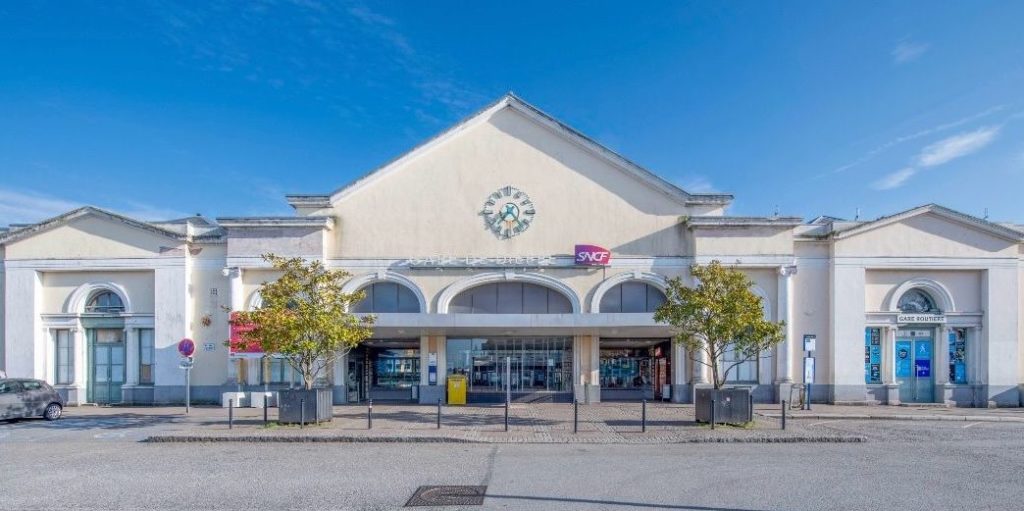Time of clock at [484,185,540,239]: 7:23
